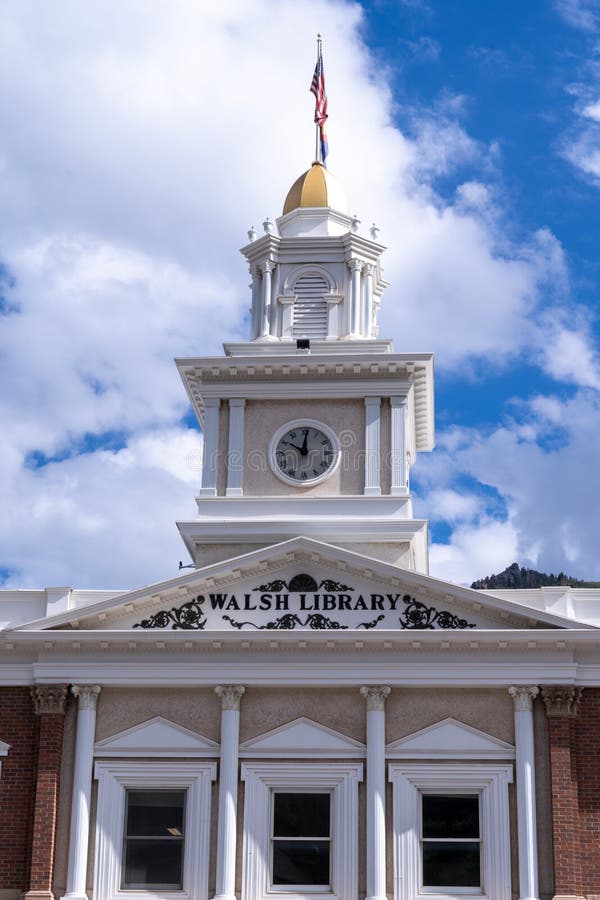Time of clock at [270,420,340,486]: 10:00
